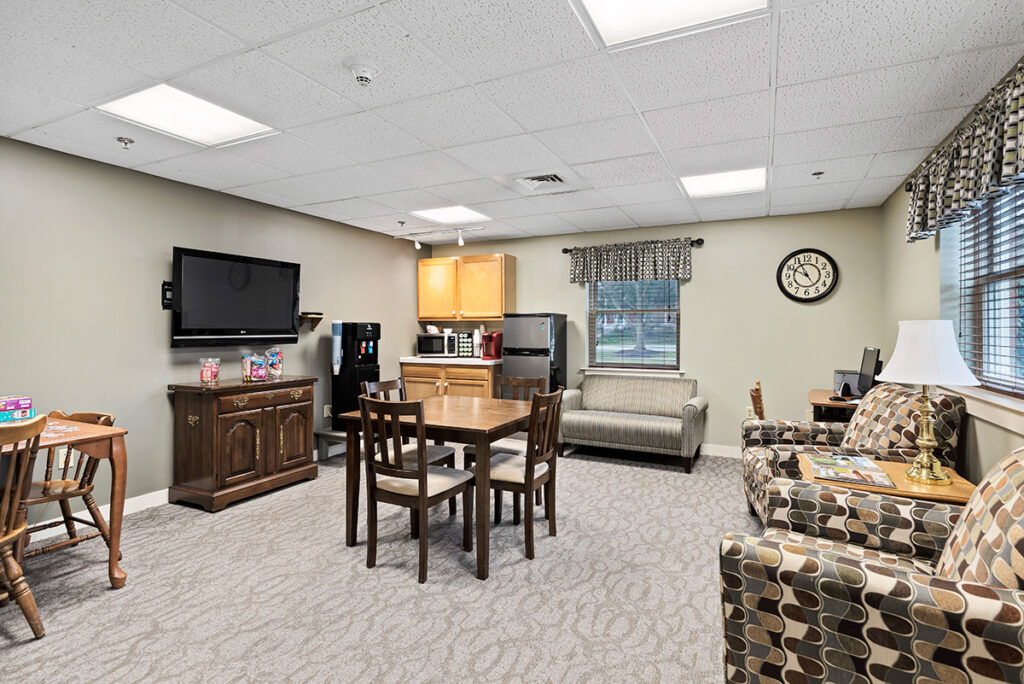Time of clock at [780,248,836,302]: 9:55
